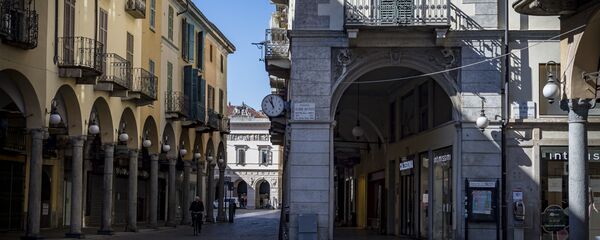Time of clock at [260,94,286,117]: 10:58
